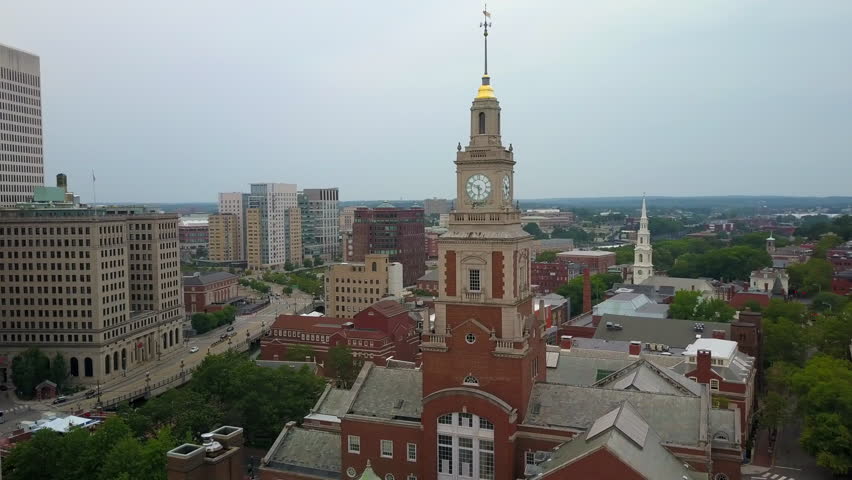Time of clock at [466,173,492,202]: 5:48
